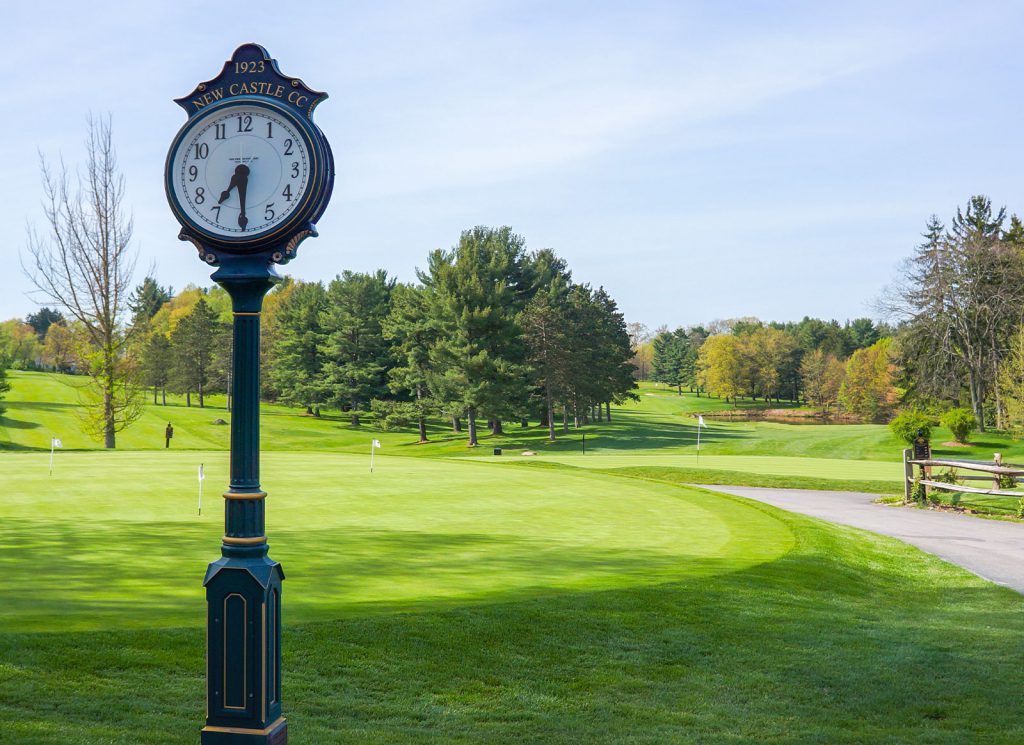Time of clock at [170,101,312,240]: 7:30
